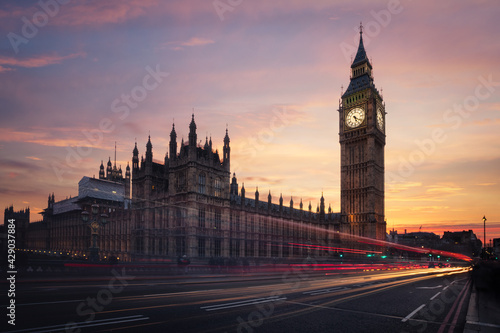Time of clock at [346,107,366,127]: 5:21
